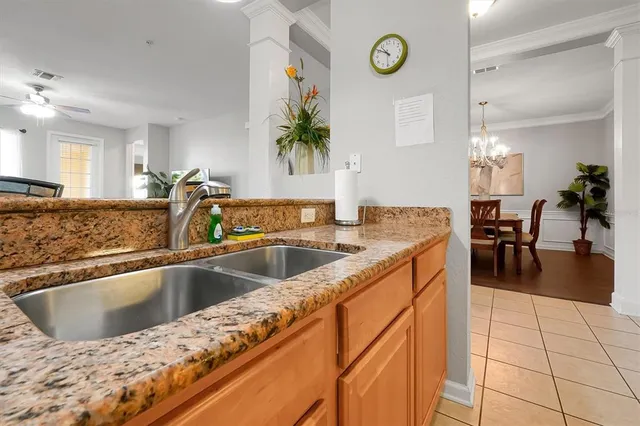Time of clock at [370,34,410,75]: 10:50
